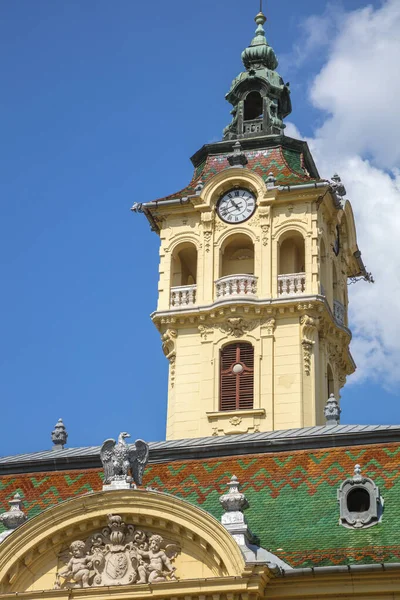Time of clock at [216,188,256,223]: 10:42
